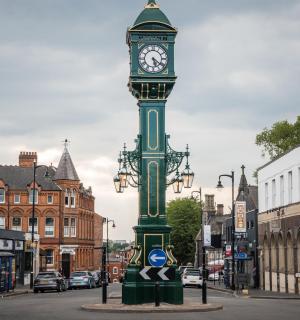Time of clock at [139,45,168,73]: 5:21
